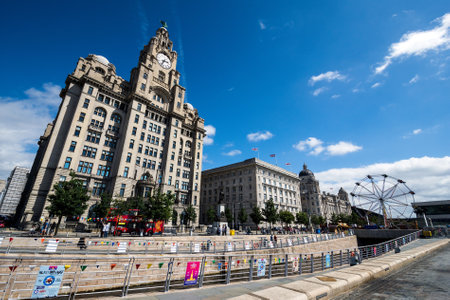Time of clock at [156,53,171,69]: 3:37
